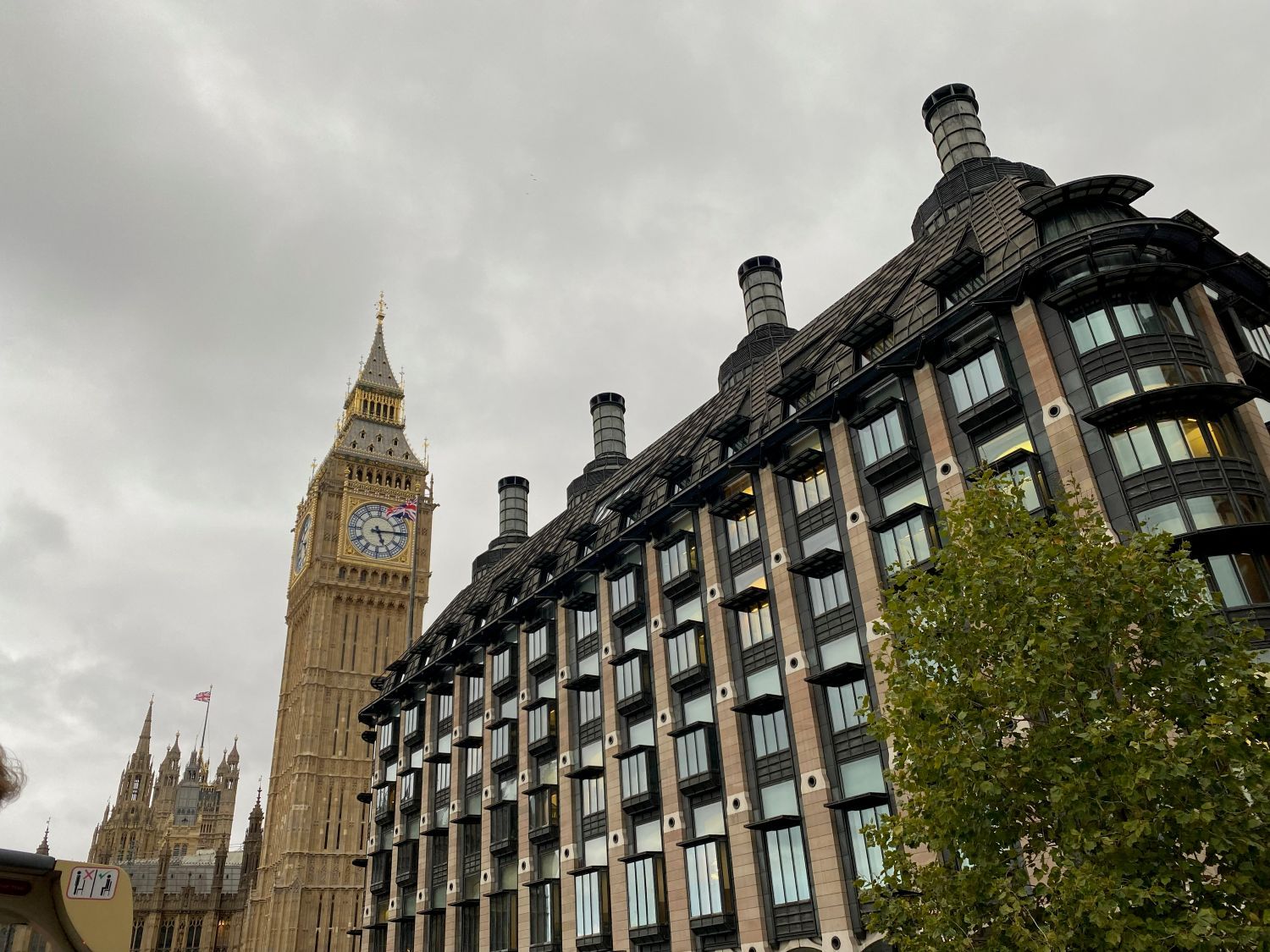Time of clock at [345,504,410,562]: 5:14
